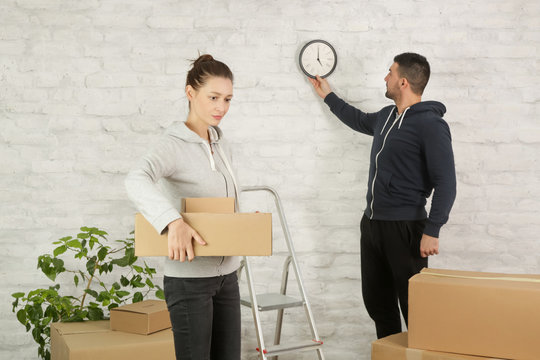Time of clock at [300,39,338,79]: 5:00
